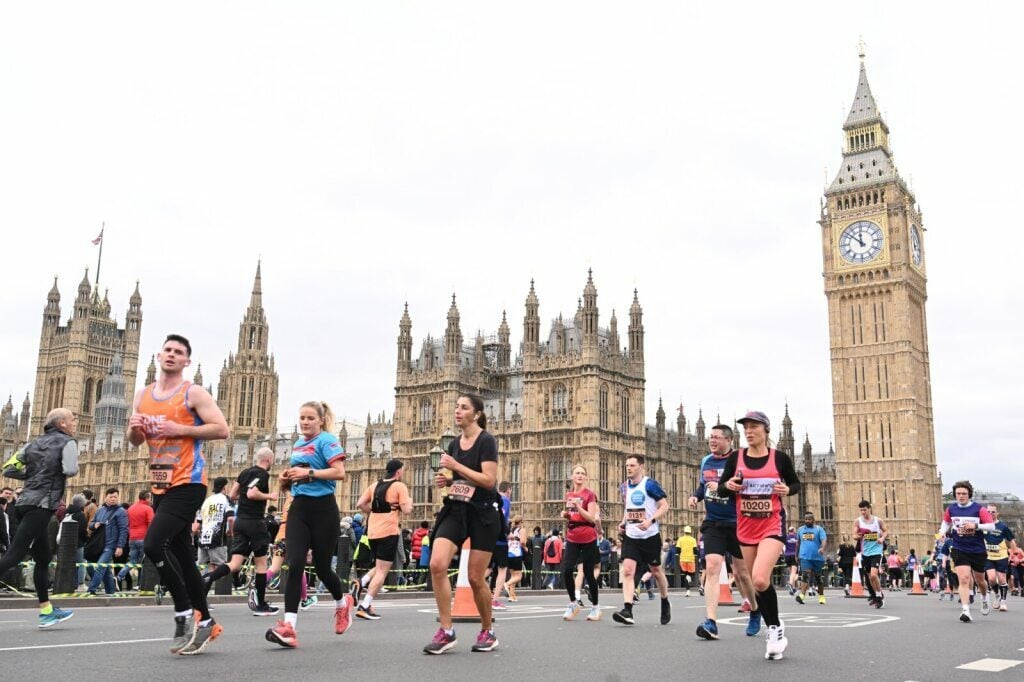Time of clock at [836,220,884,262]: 11:51
